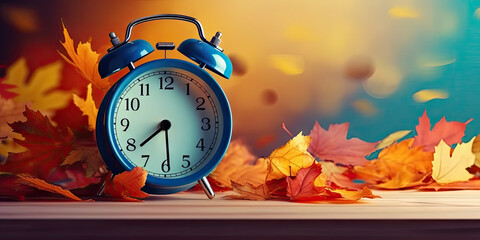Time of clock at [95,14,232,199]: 7:29
